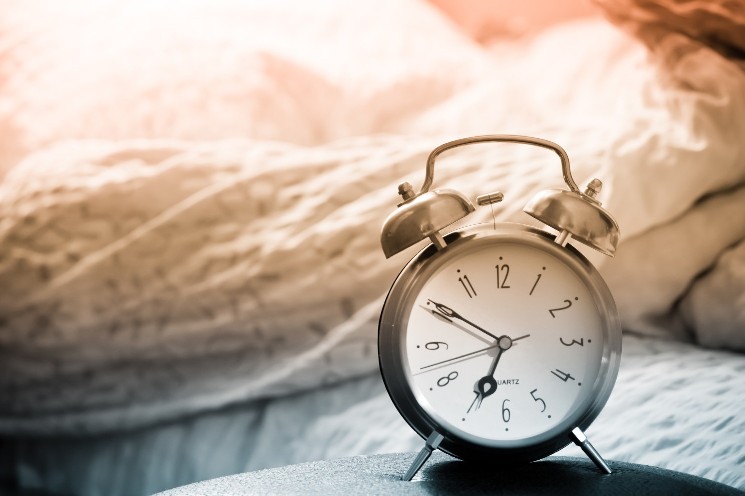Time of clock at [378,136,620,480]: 6:50
